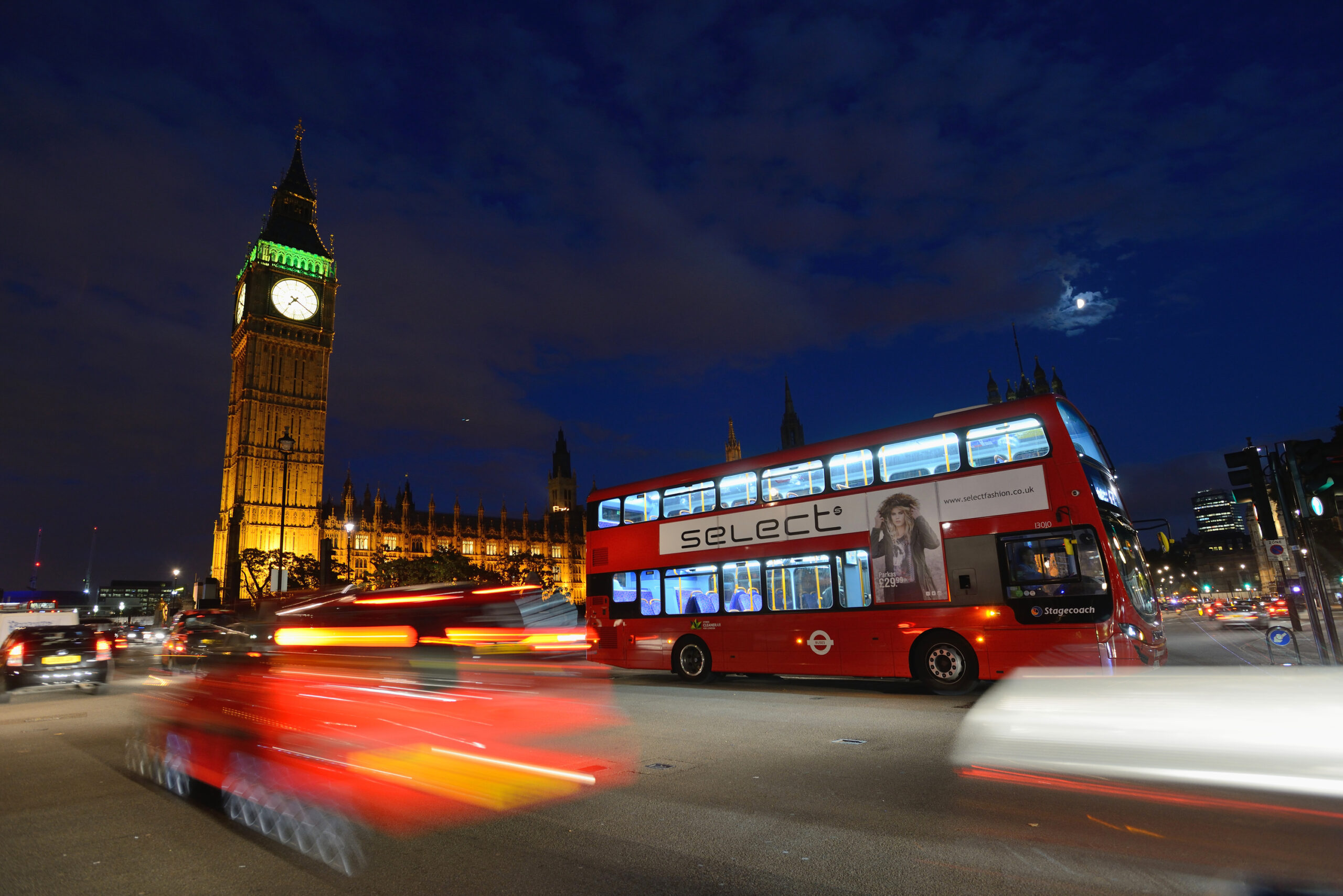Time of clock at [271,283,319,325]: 7:20
